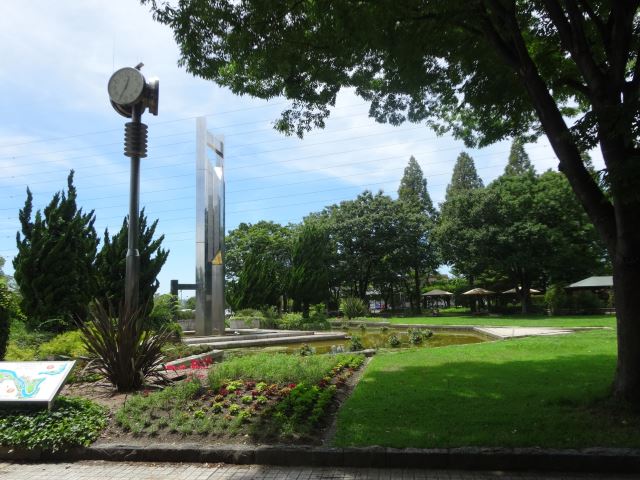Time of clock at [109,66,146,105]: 12:34
